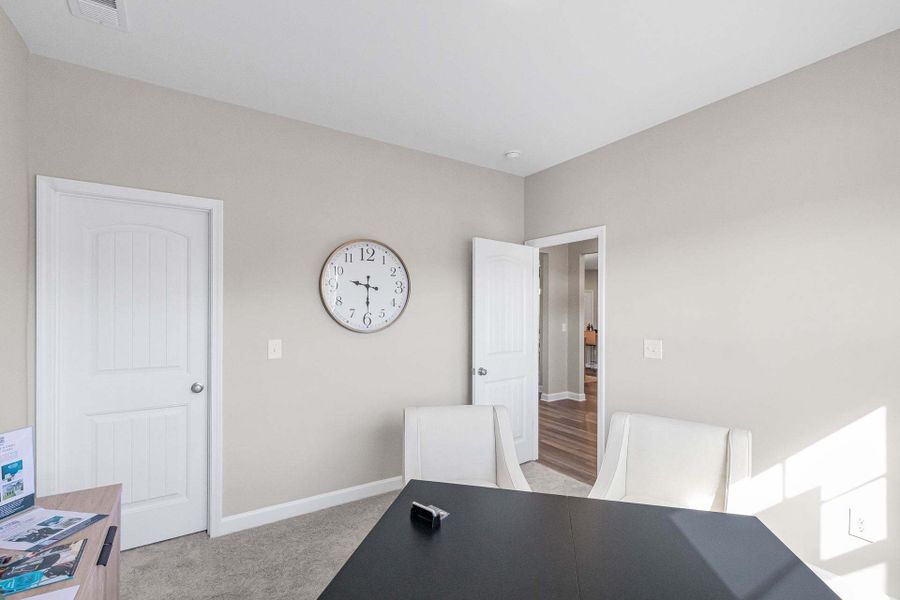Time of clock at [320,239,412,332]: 9:29
